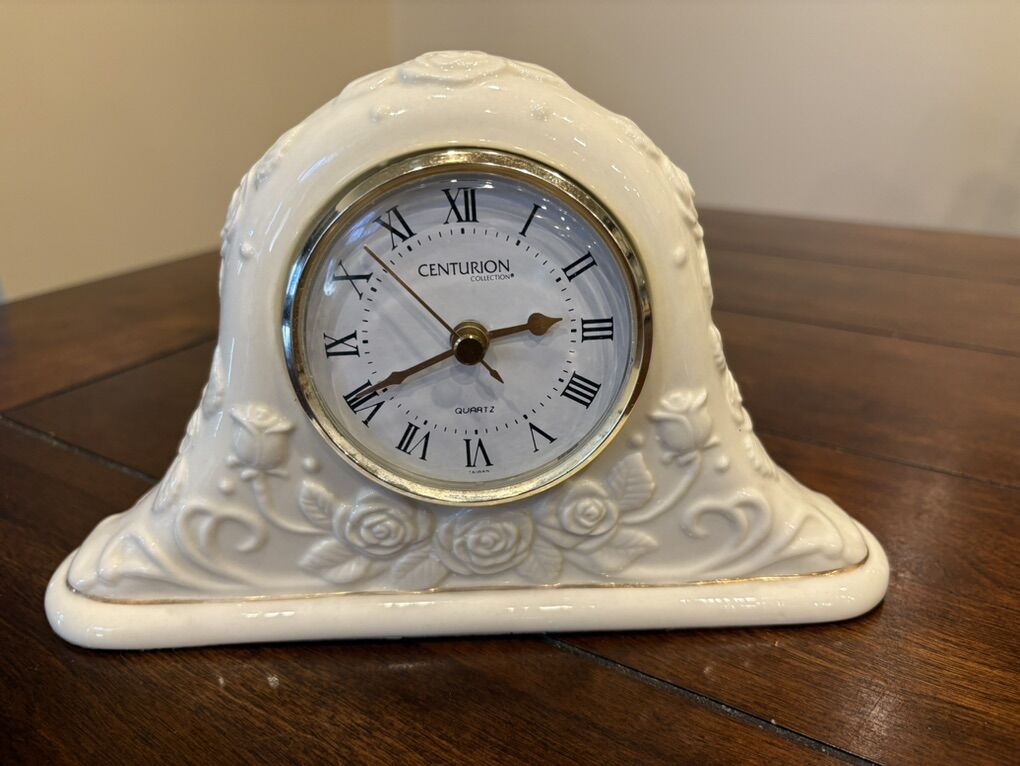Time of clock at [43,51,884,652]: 2:40
